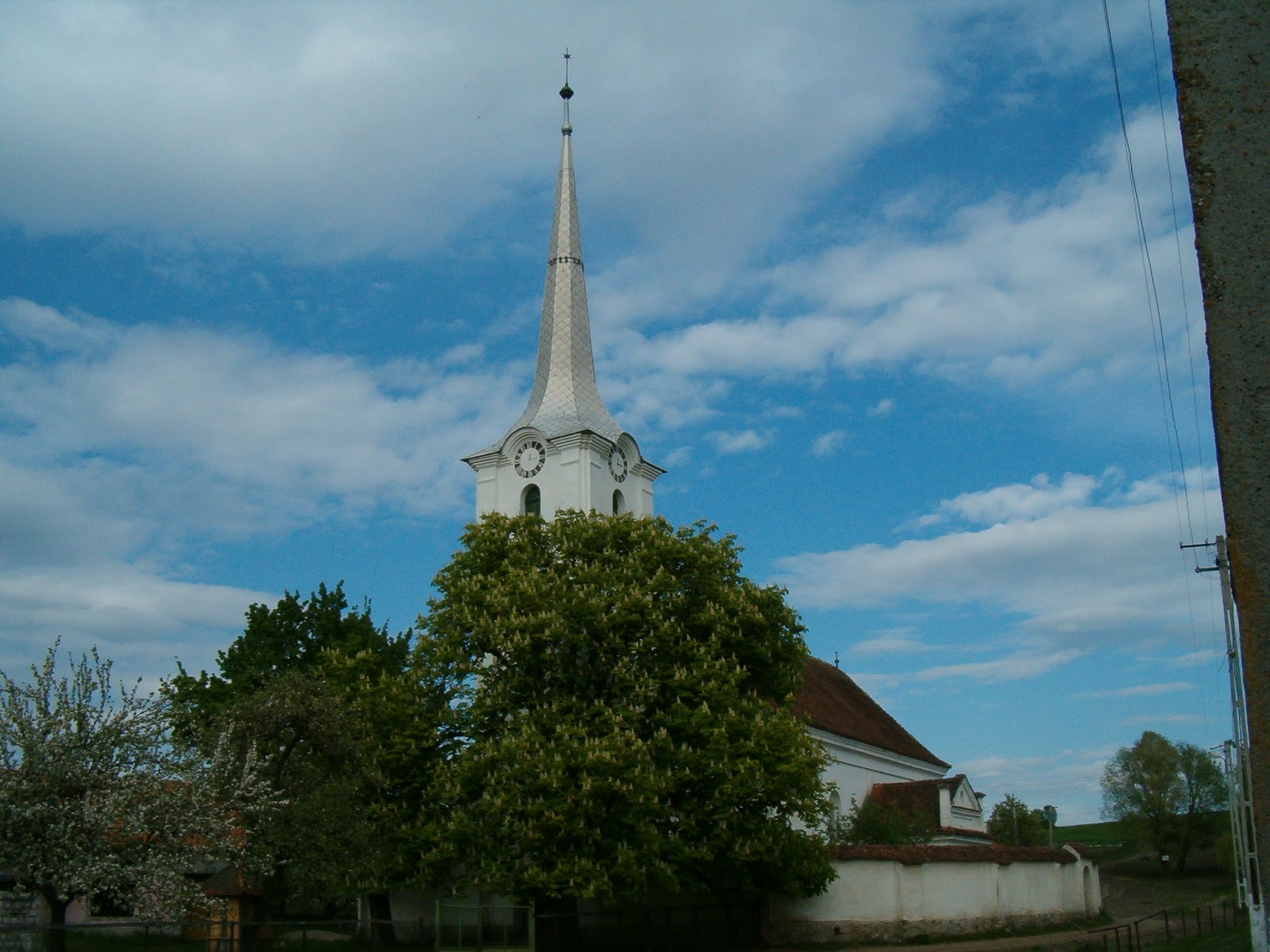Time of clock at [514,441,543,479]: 12:13
